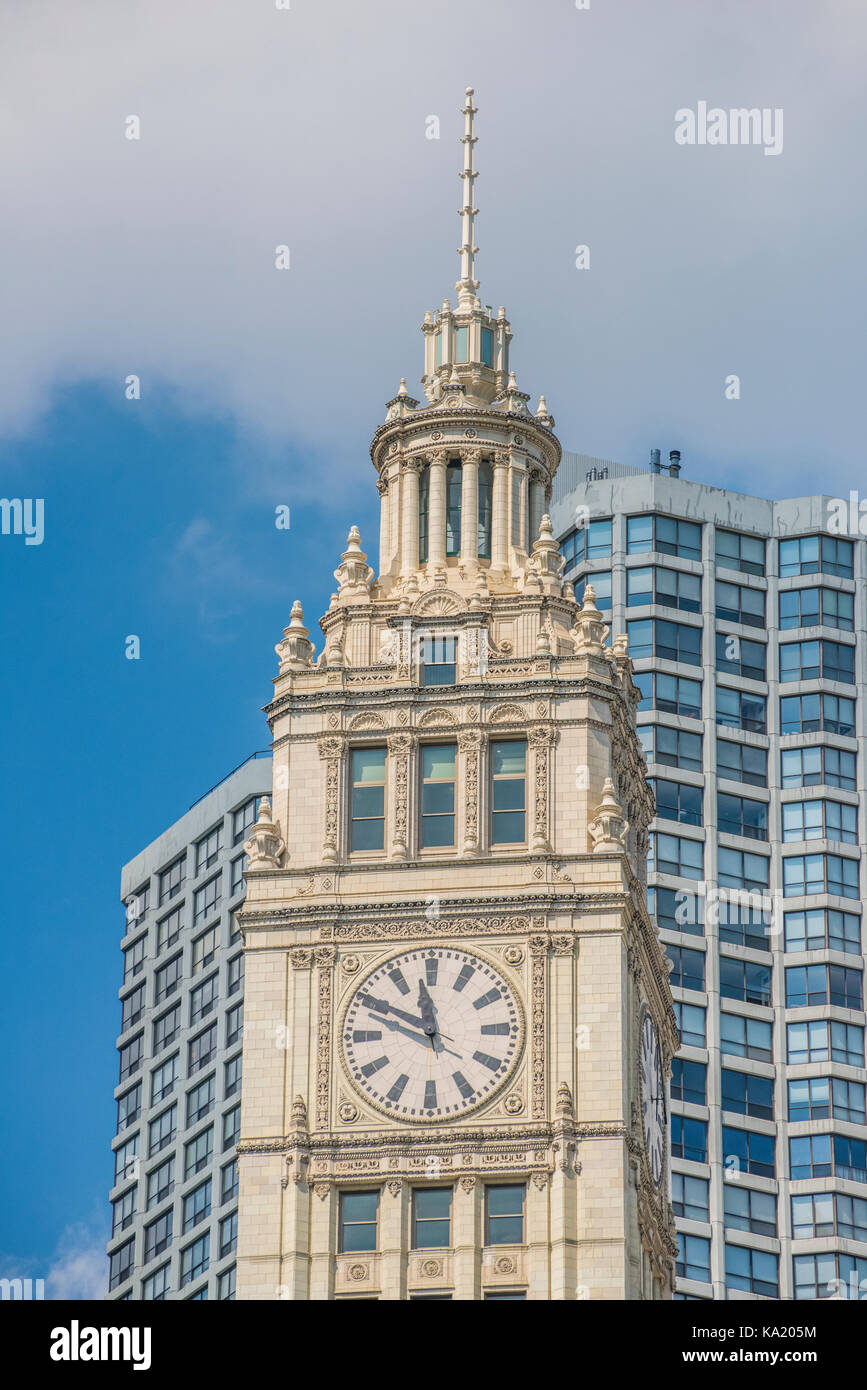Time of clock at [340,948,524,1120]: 11:49
